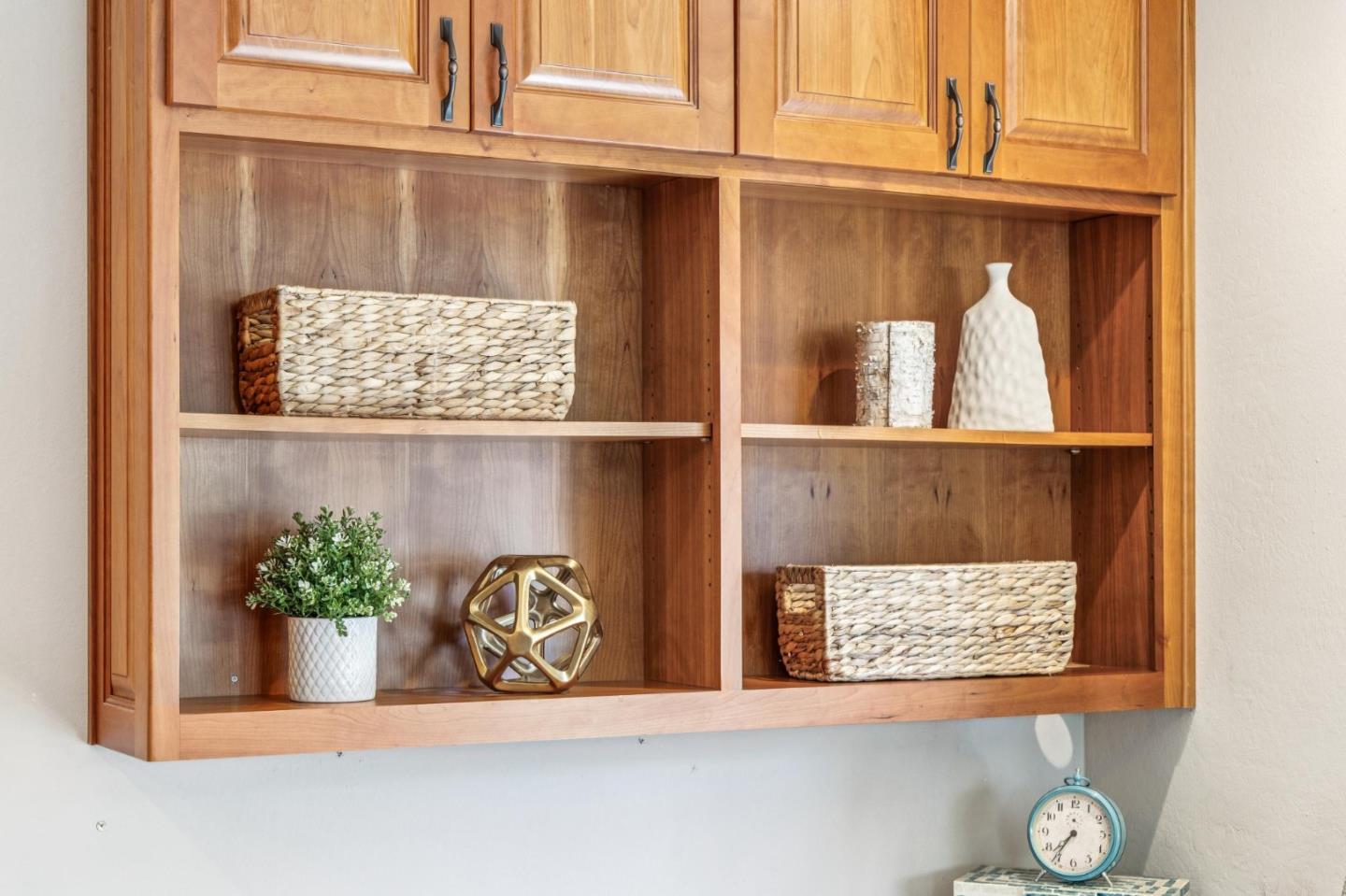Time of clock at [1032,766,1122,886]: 7:36
